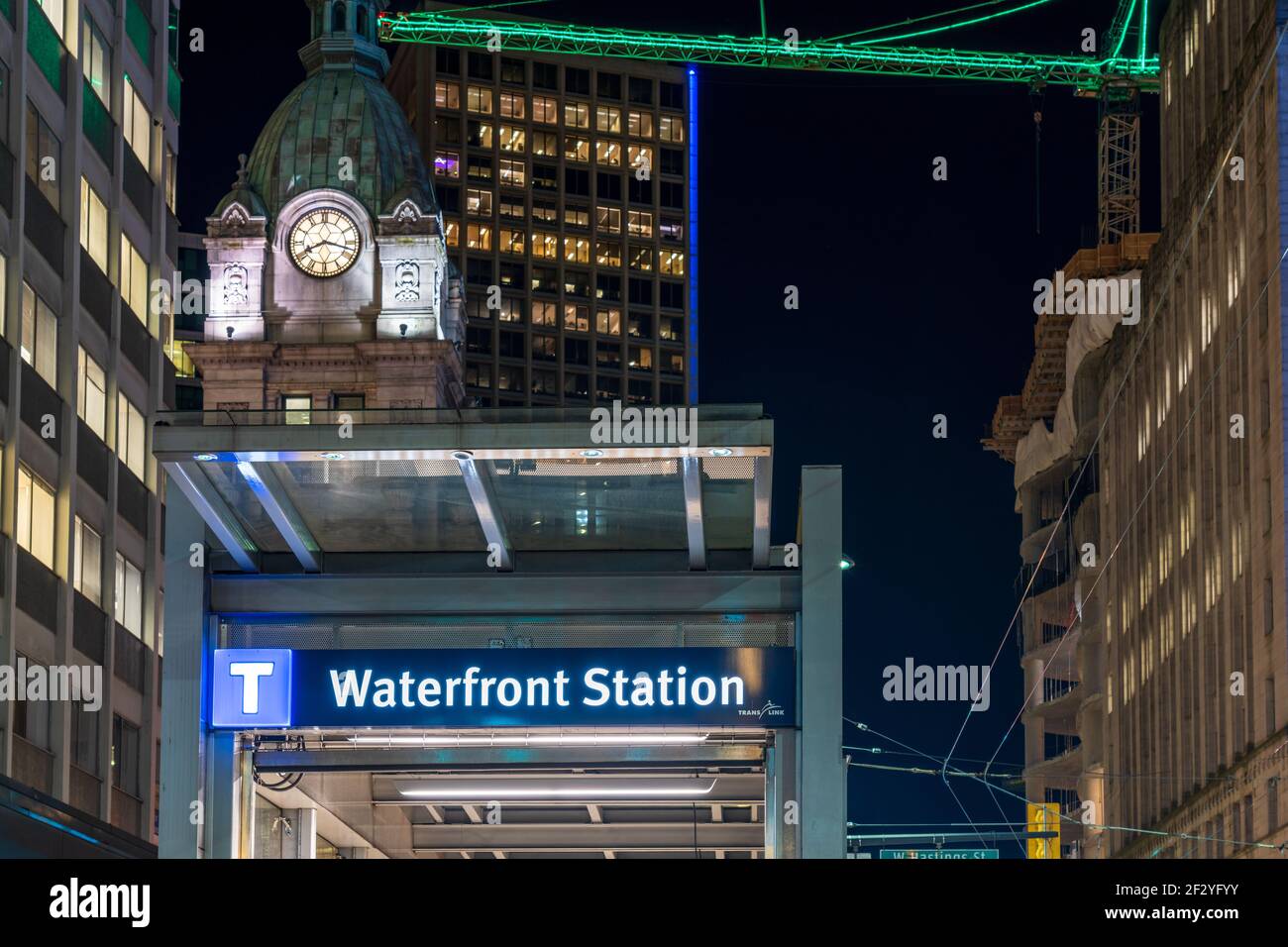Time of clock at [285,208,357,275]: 8:17
